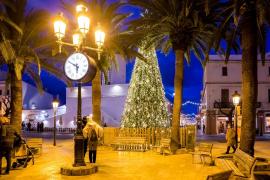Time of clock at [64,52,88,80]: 5:49
